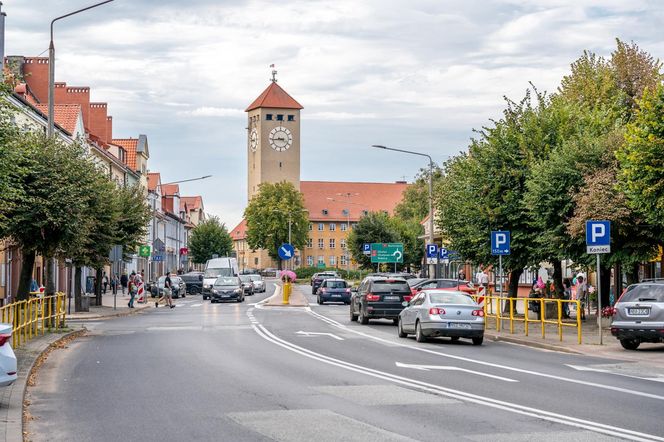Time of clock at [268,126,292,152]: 3:43
